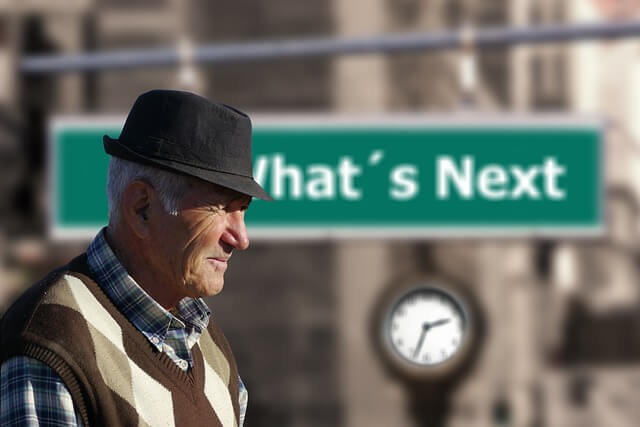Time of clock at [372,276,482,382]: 2:33
